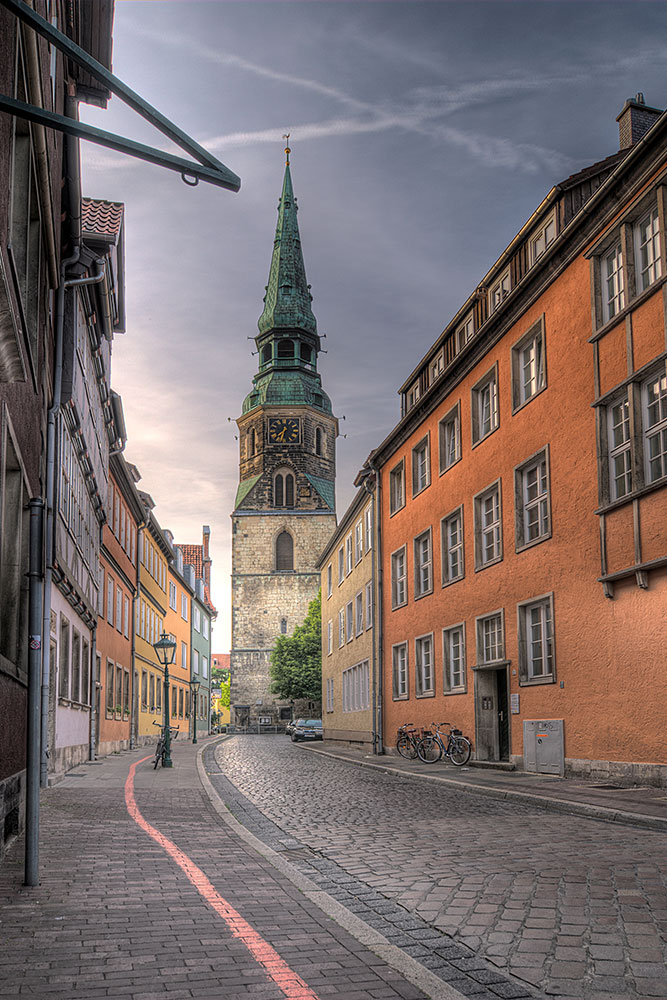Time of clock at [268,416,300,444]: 7:32
